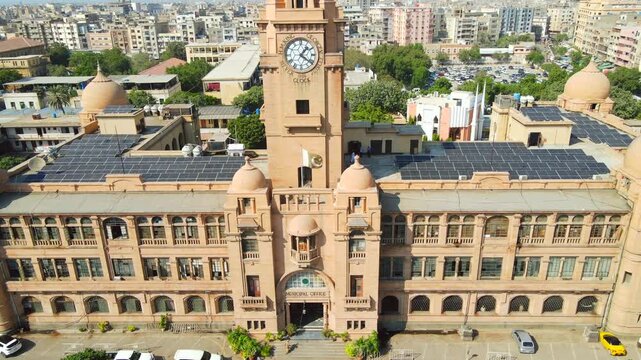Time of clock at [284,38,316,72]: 1:21
